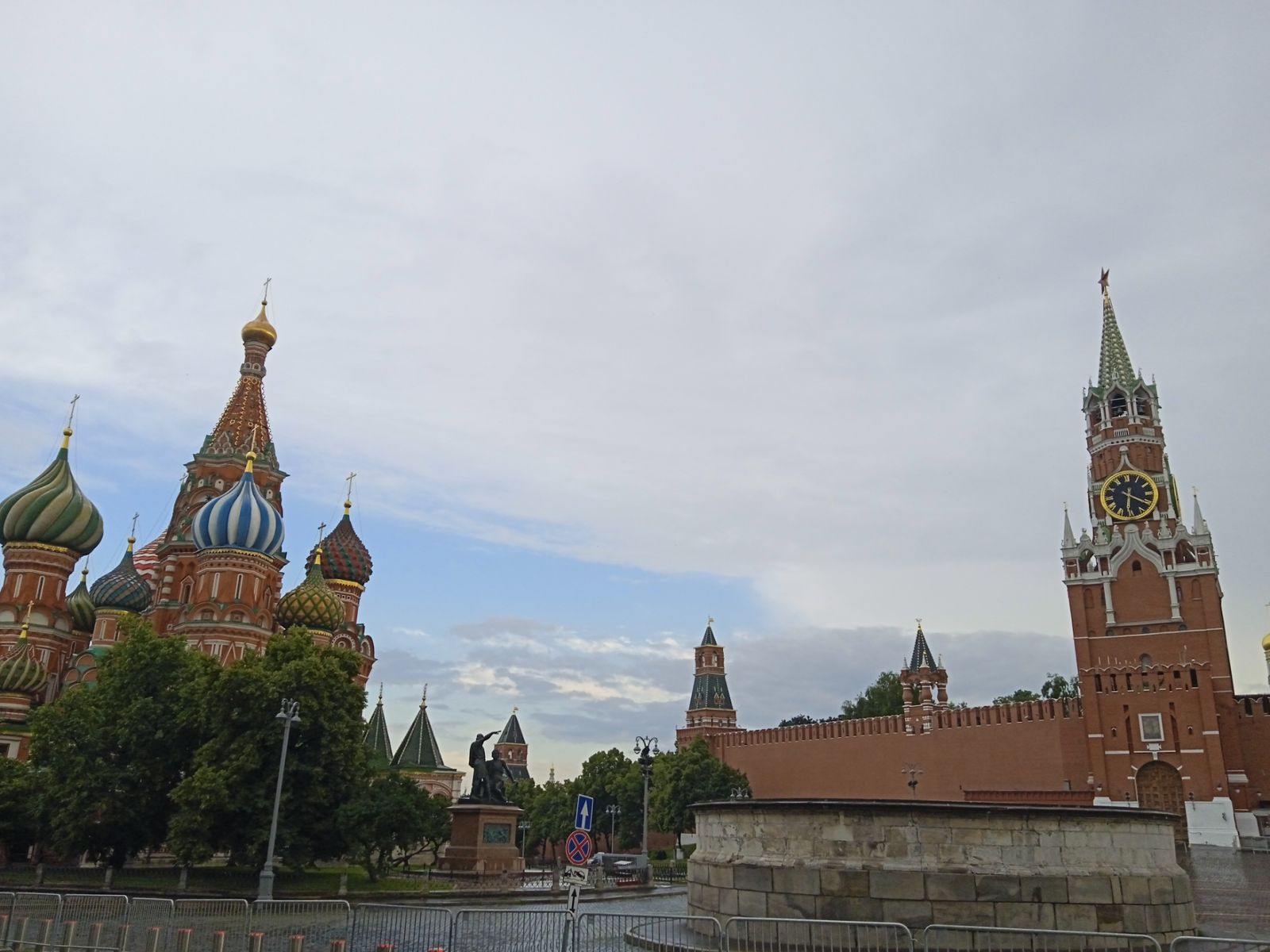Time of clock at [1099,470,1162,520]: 6:20
